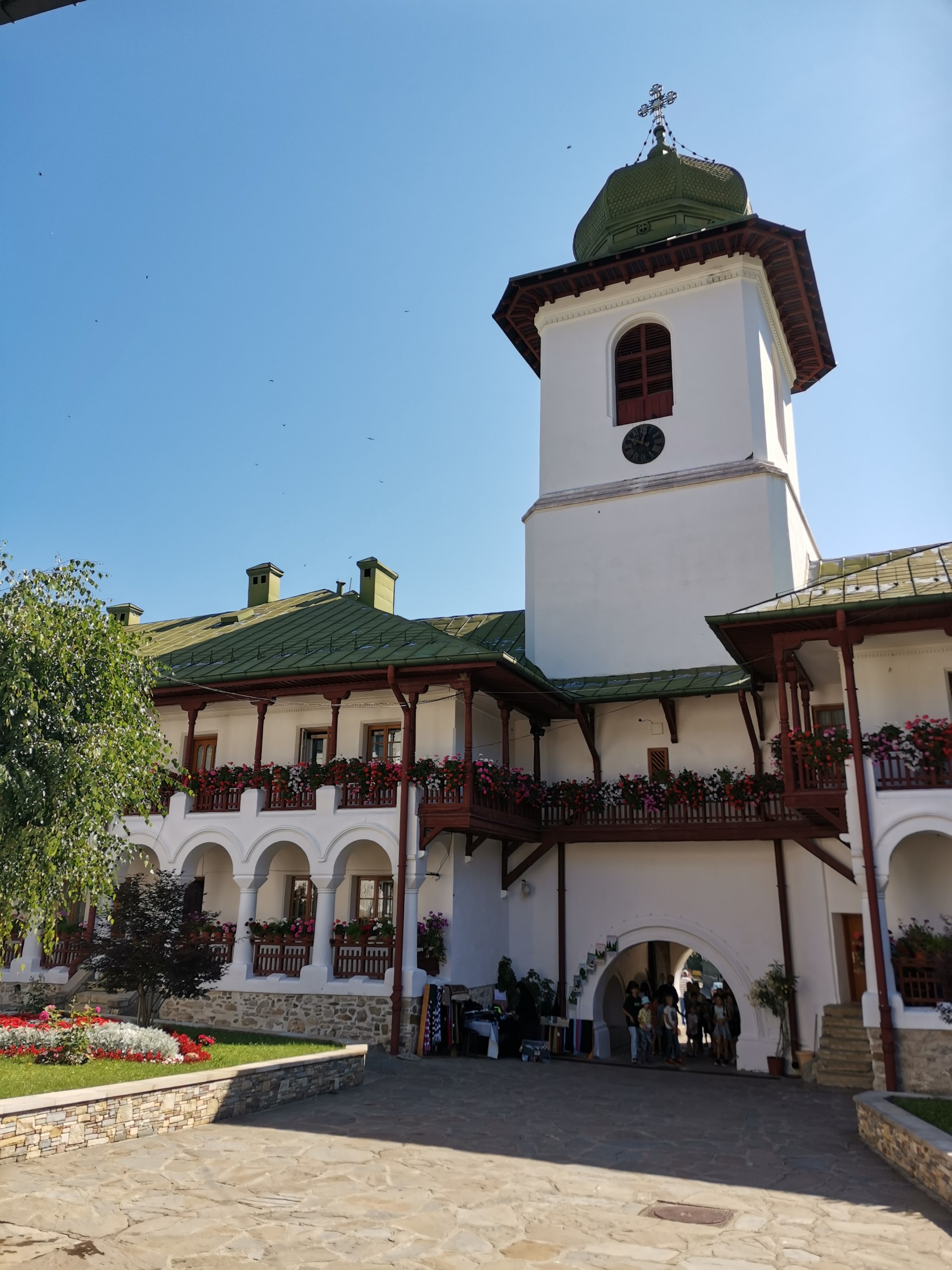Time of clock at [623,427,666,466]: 10:02
